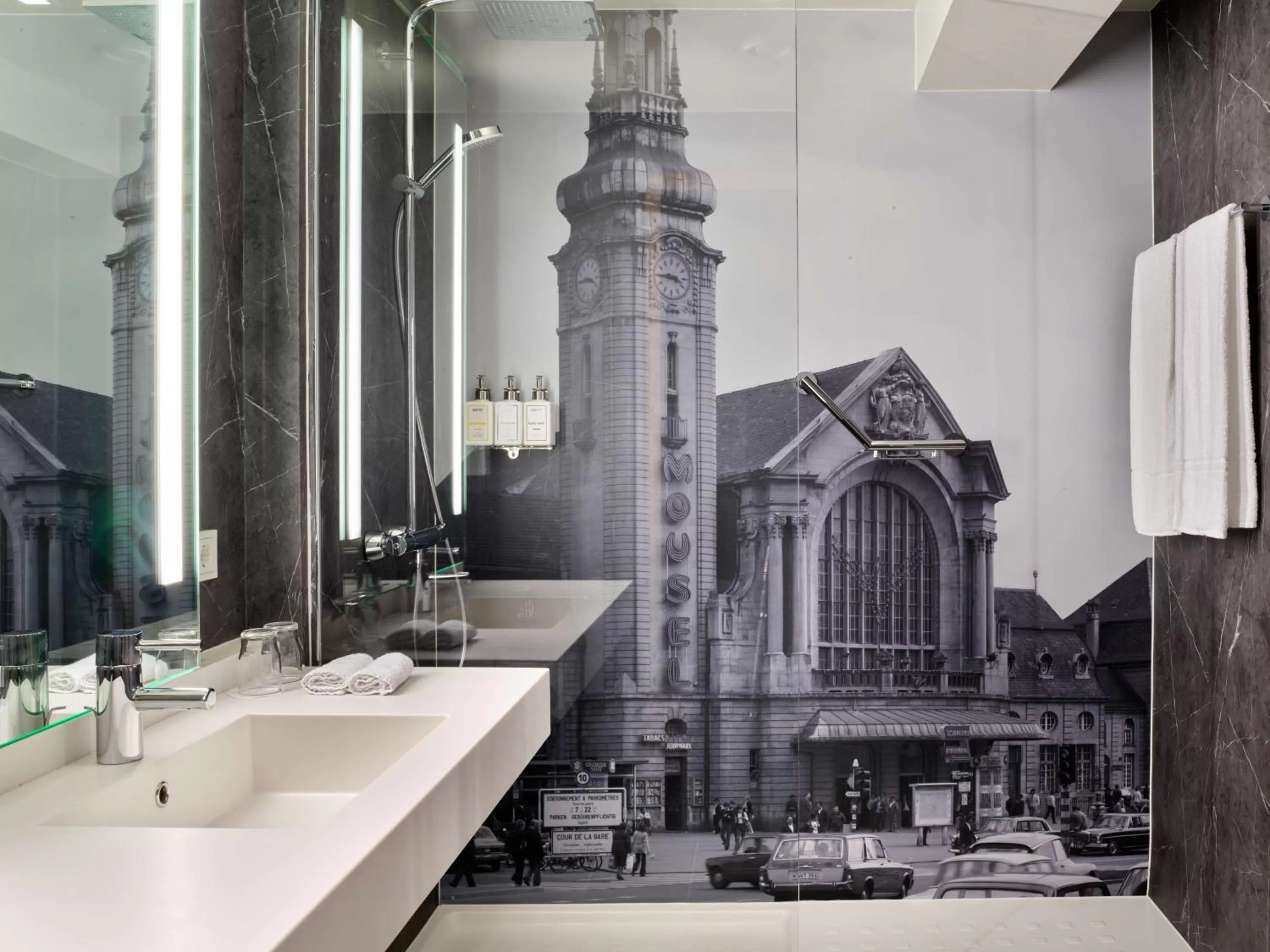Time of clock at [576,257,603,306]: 3:44
